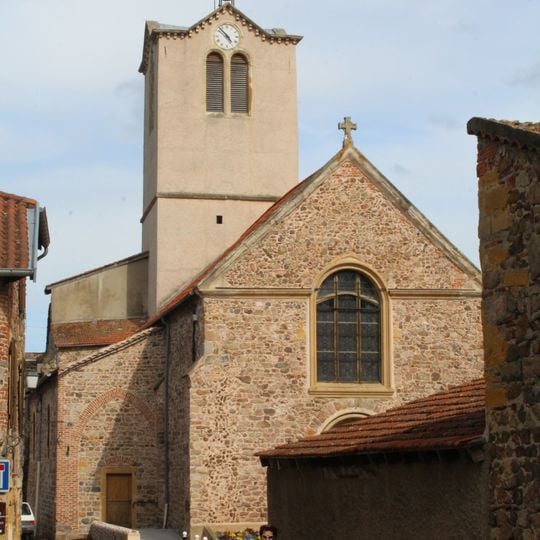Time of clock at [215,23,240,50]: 4:52
